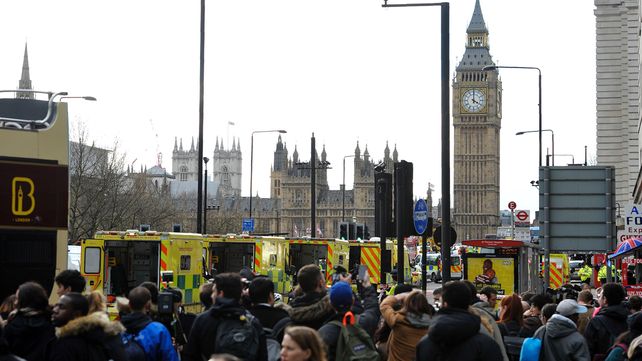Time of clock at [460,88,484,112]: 4:00
